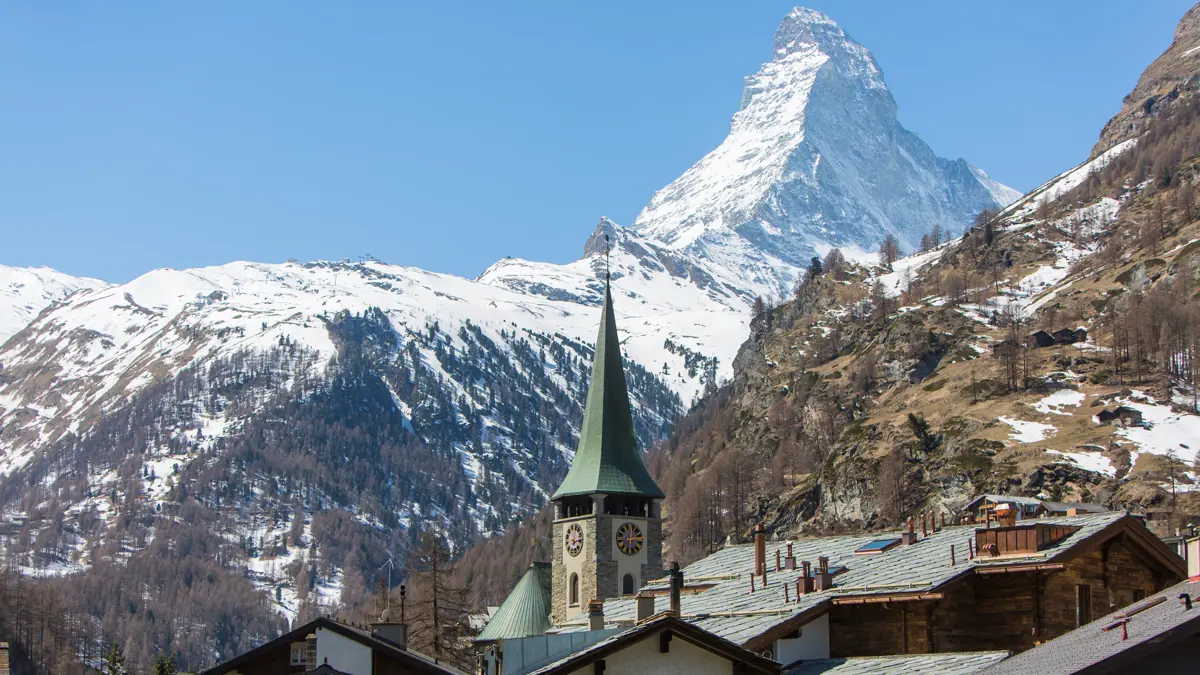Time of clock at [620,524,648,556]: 12:13
